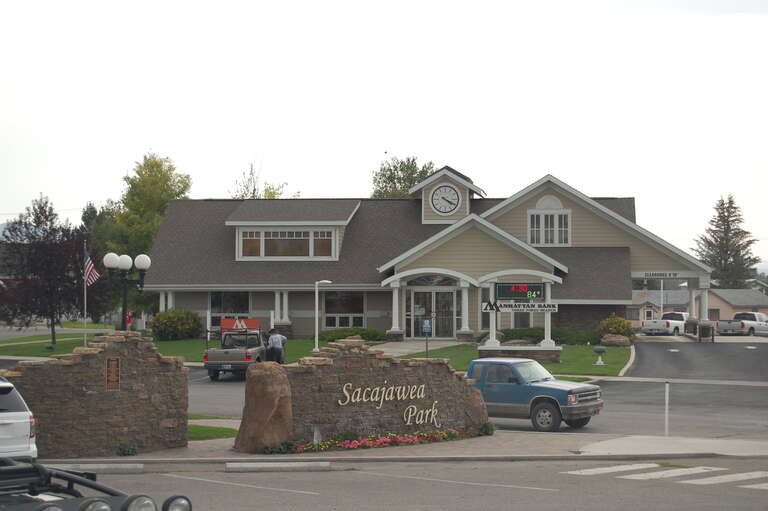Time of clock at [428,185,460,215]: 4:19
